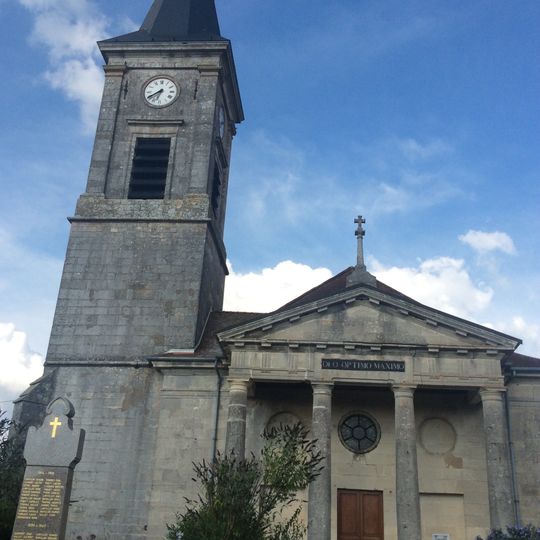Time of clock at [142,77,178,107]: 6:40
